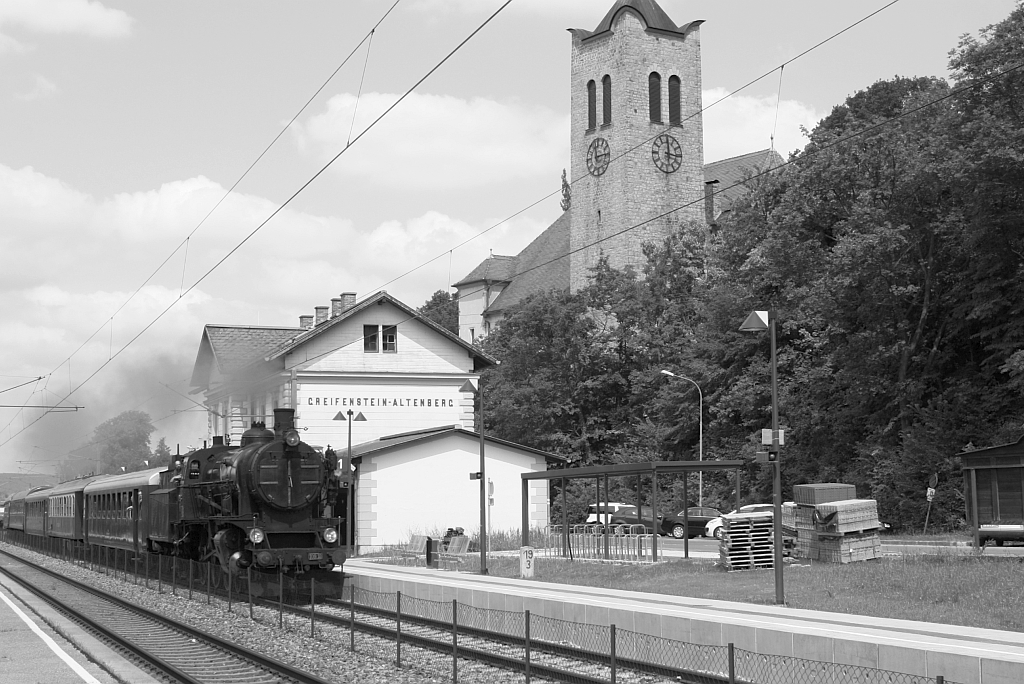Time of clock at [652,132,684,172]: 12:16
